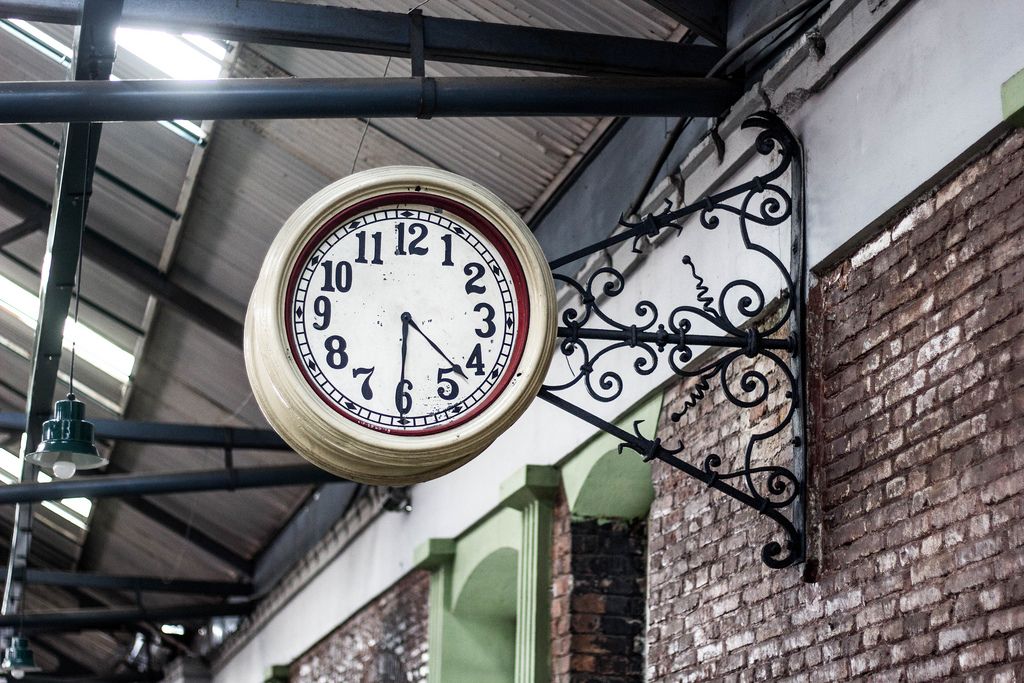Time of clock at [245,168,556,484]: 4:30
